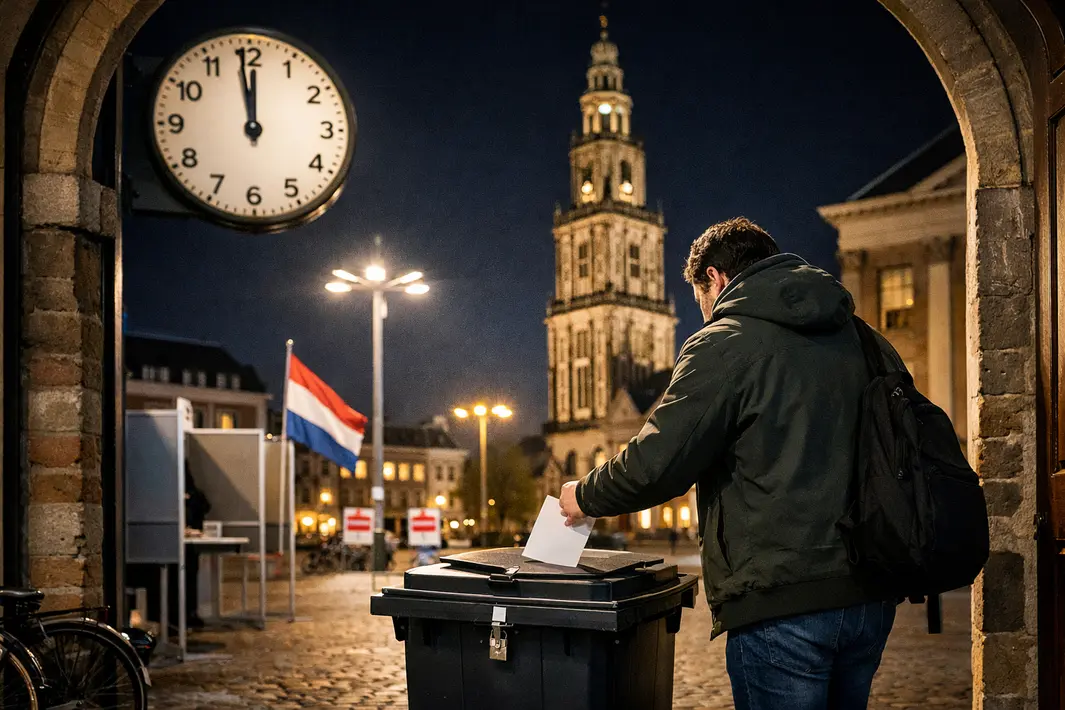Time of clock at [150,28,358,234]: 11:58
